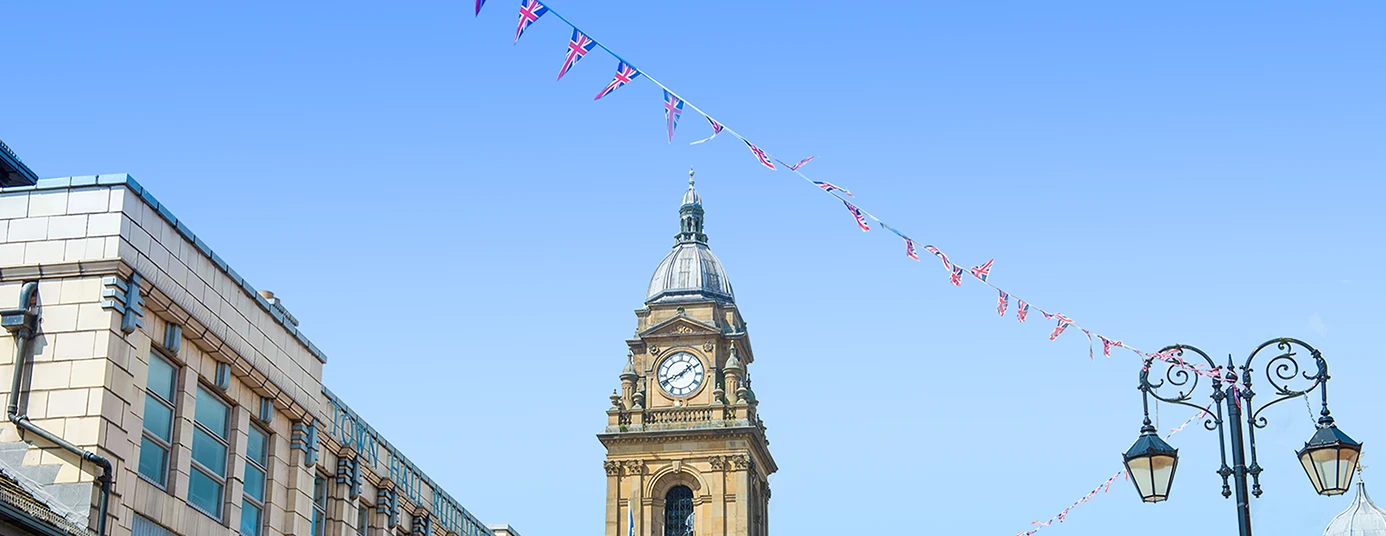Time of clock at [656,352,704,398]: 1:41
